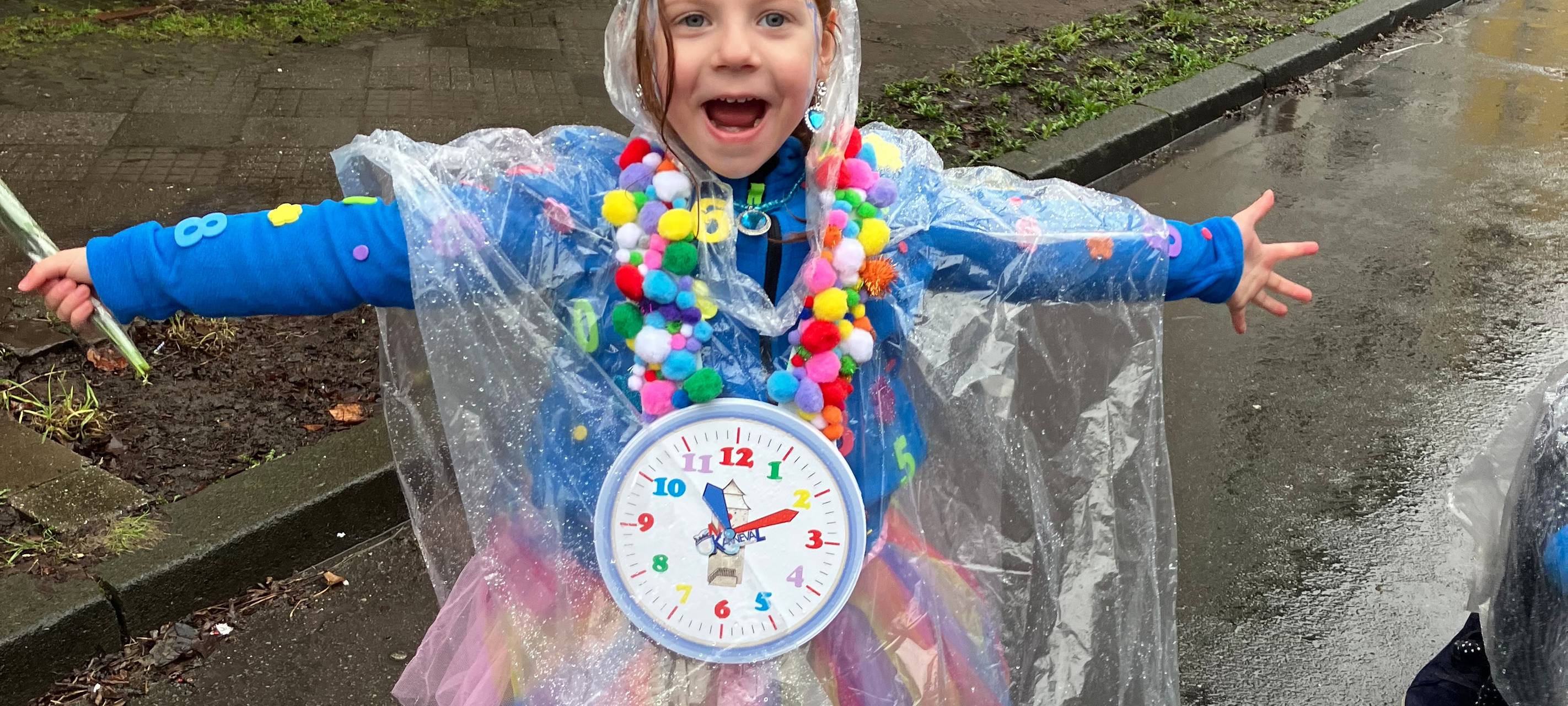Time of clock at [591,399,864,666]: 11:11
